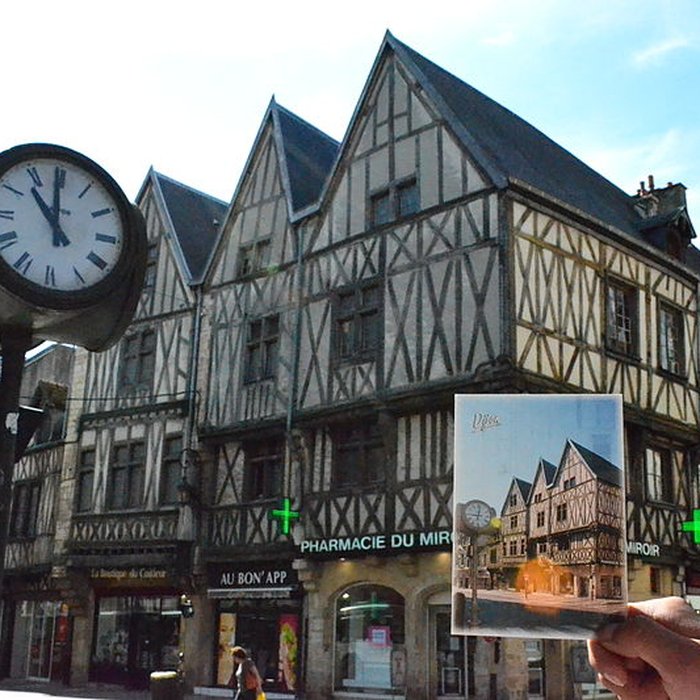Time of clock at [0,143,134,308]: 10:59
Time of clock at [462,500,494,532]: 9:01
